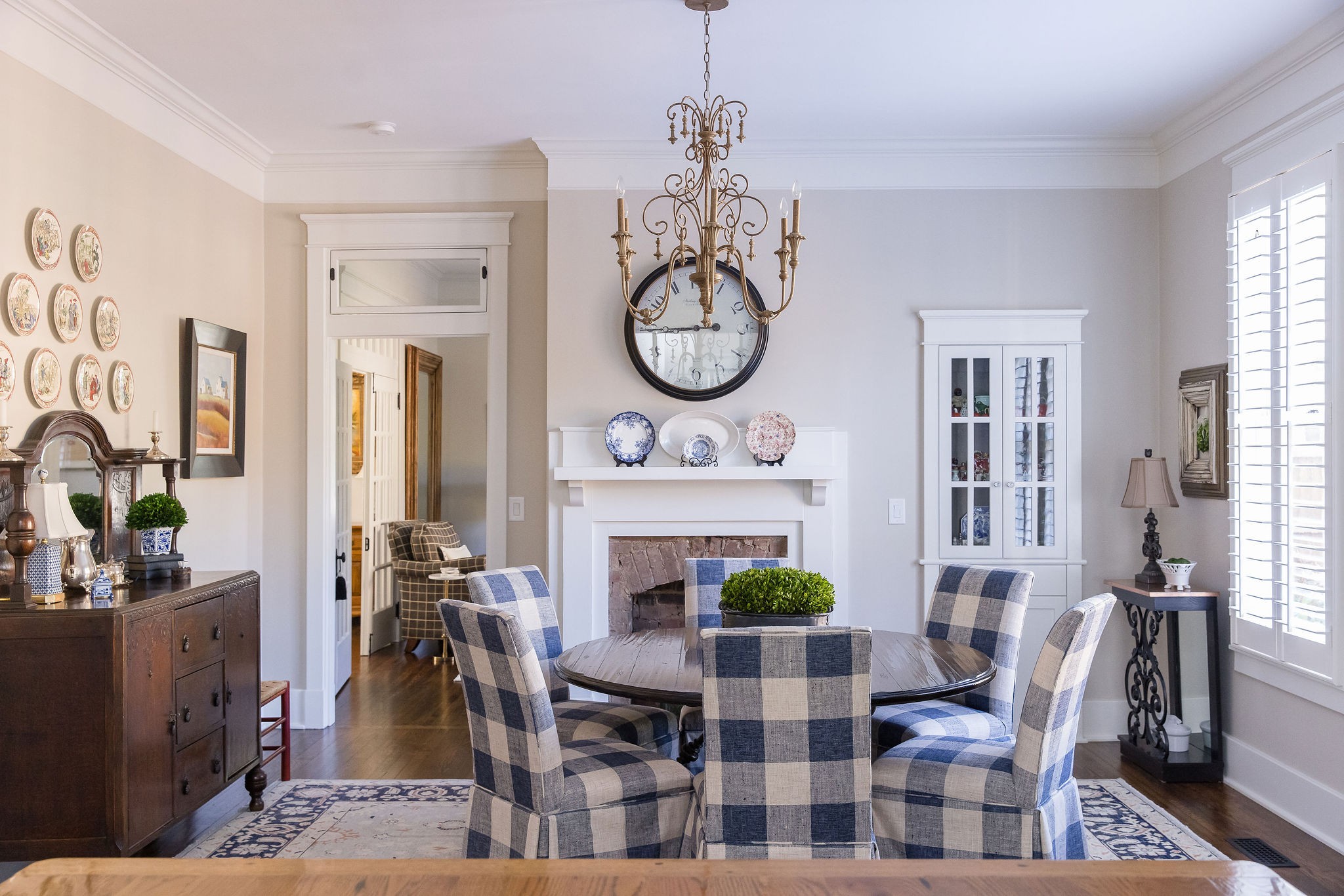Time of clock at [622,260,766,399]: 11:44
